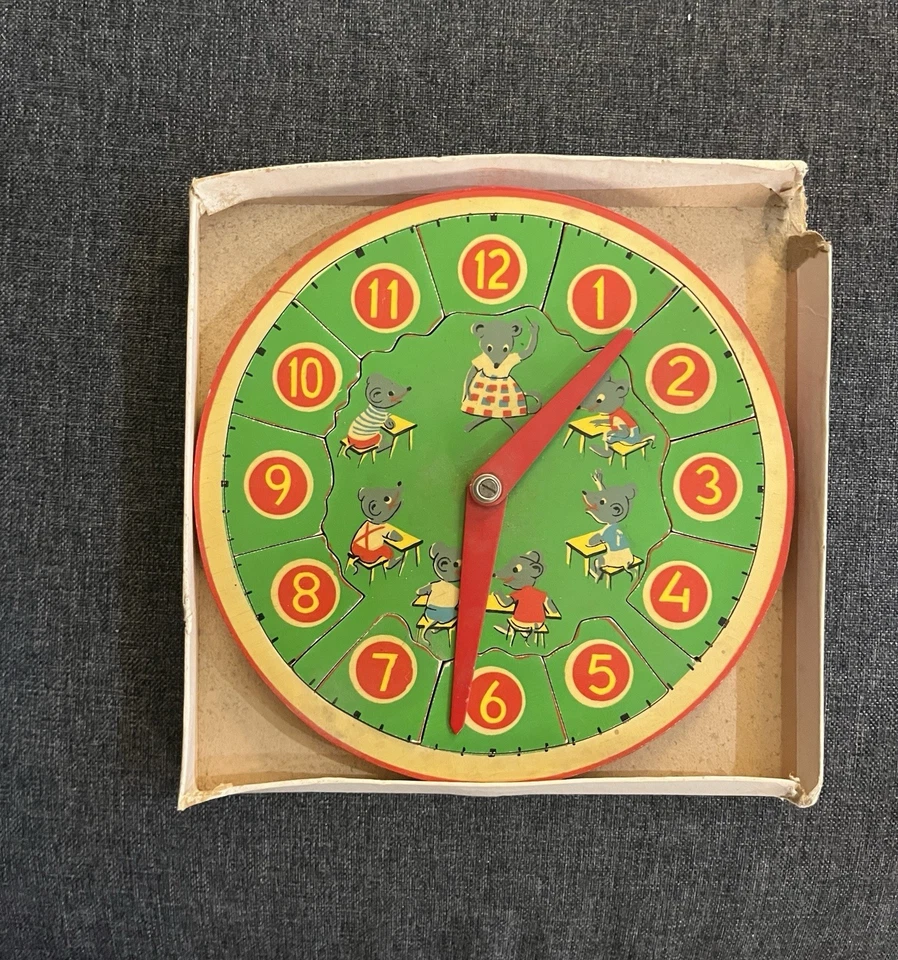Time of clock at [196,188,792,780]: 1:31
